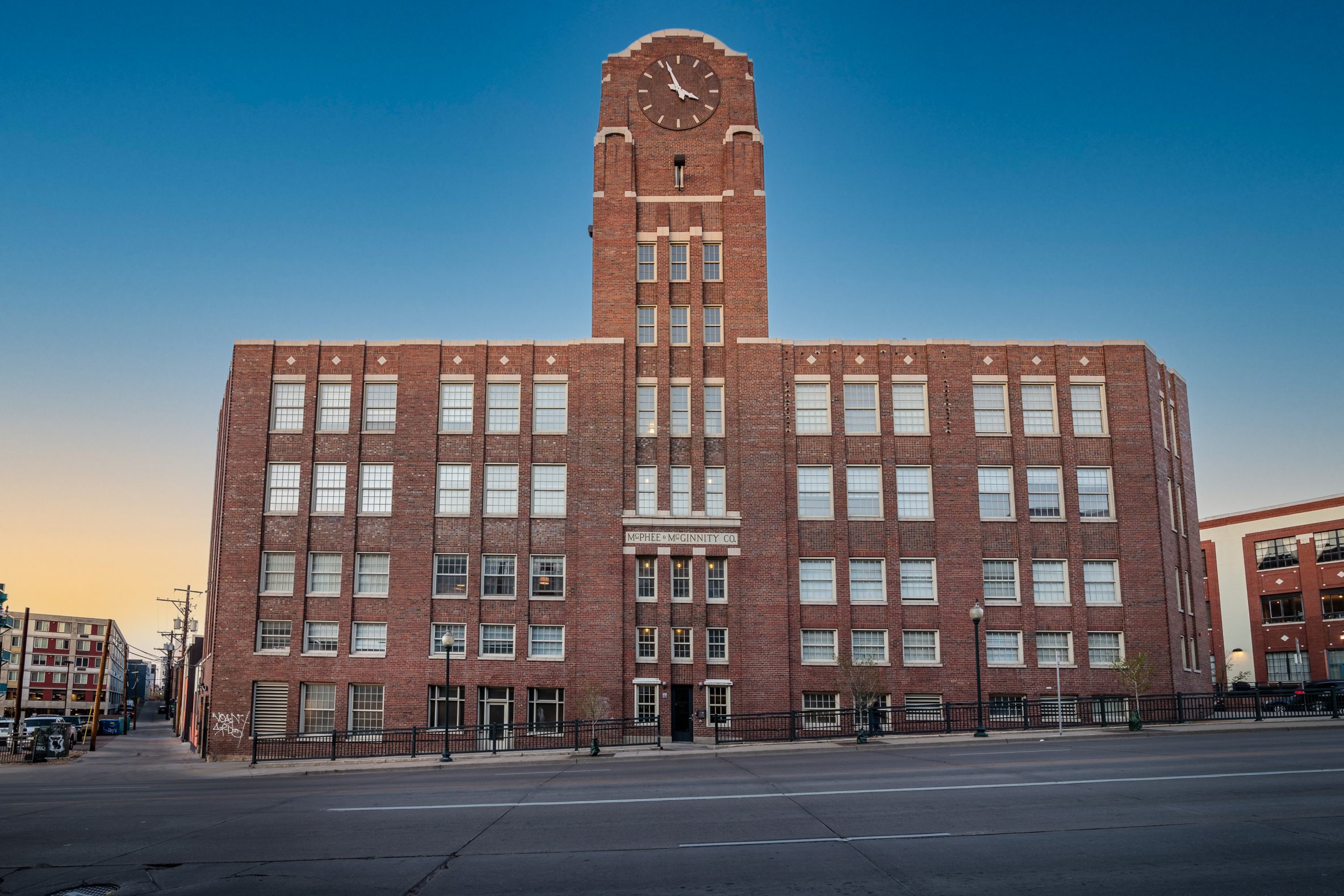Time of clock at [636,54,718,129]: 3:56
